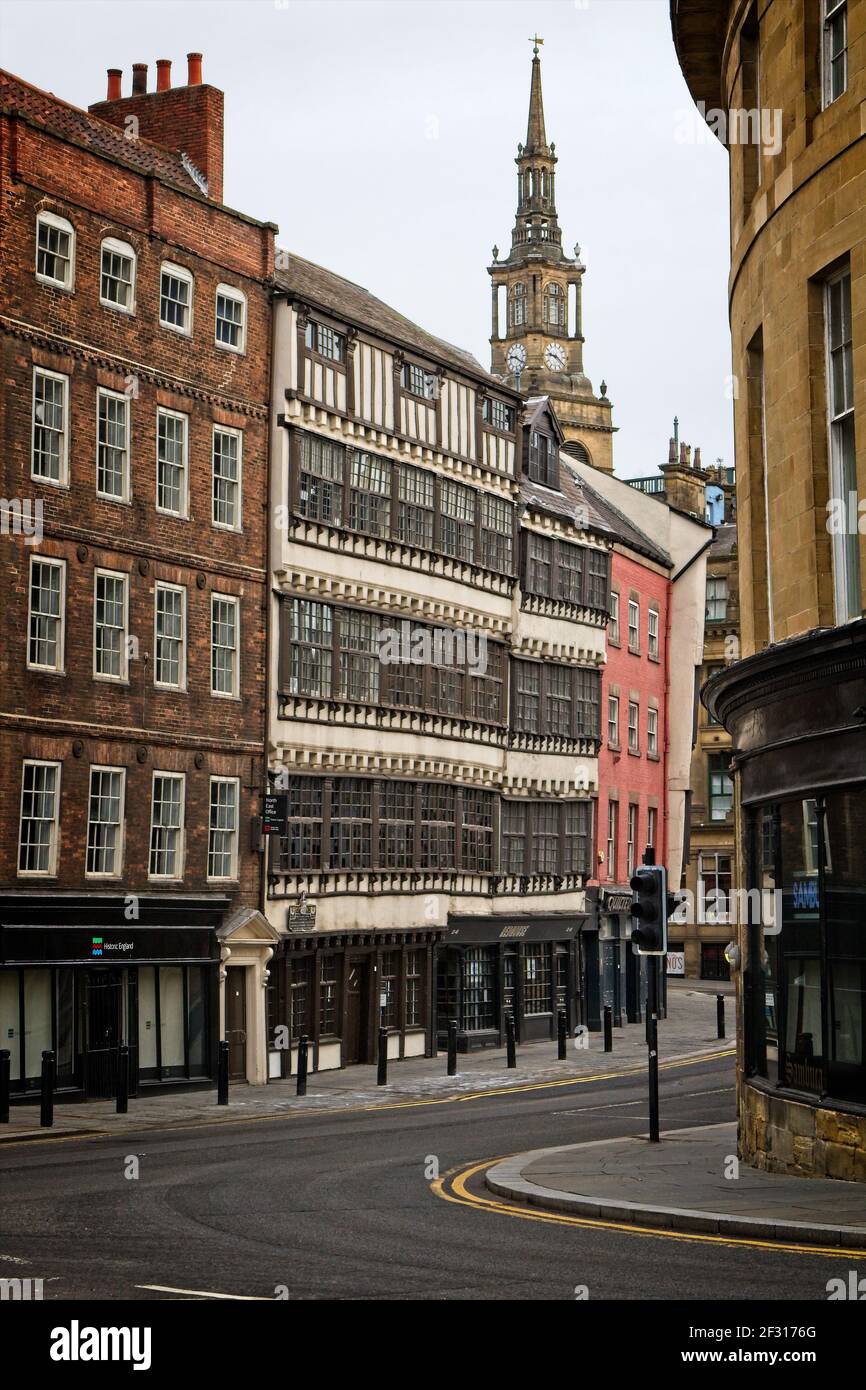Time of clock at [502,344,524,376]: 9:20
